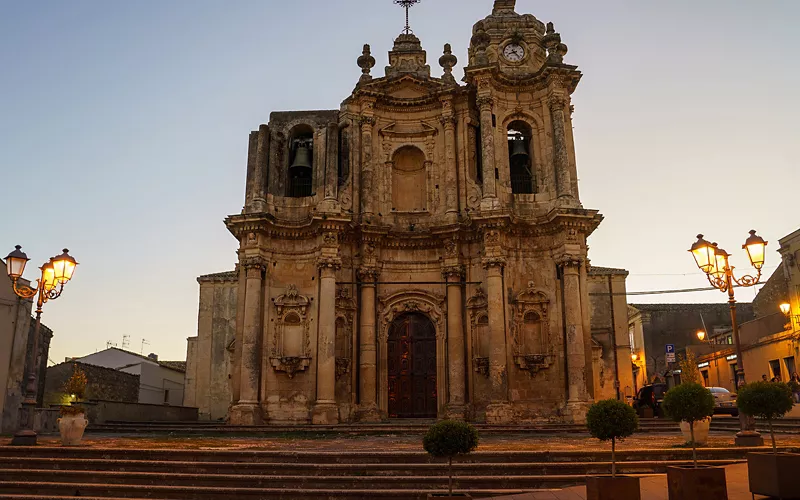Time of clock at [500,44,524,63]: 8:23
